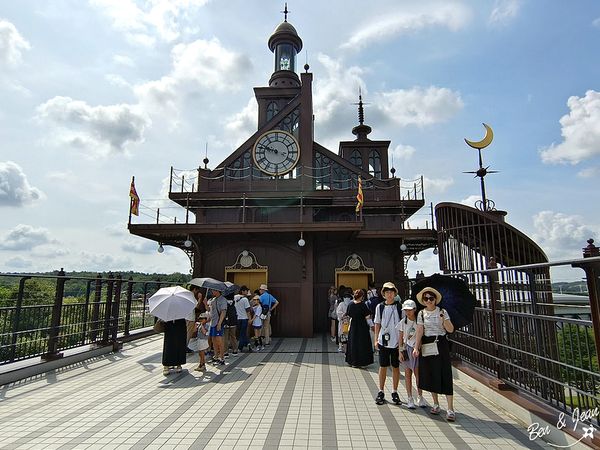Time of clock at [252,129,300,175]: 9:47
